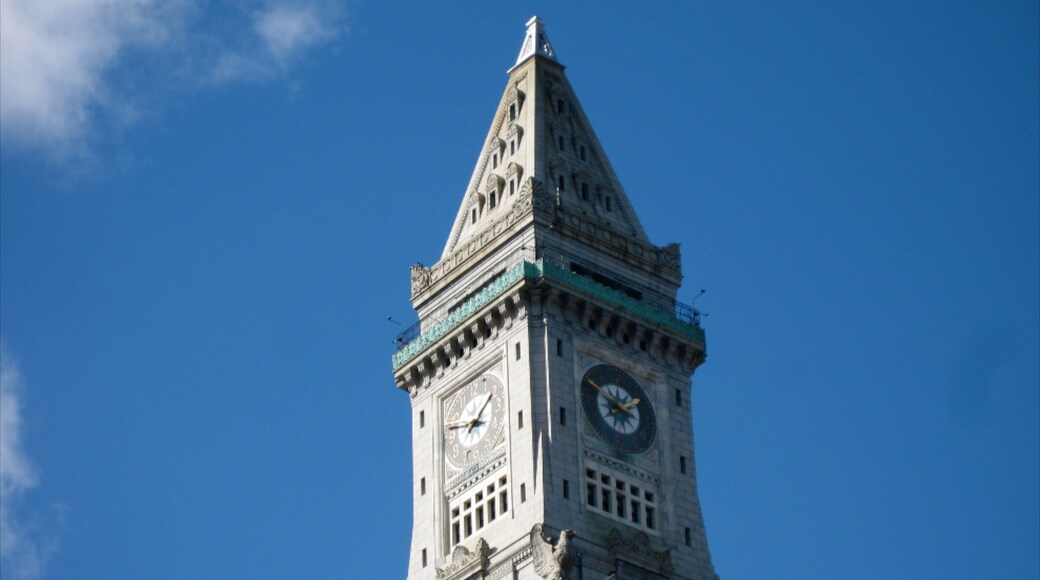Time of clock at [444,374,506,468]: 1:46
